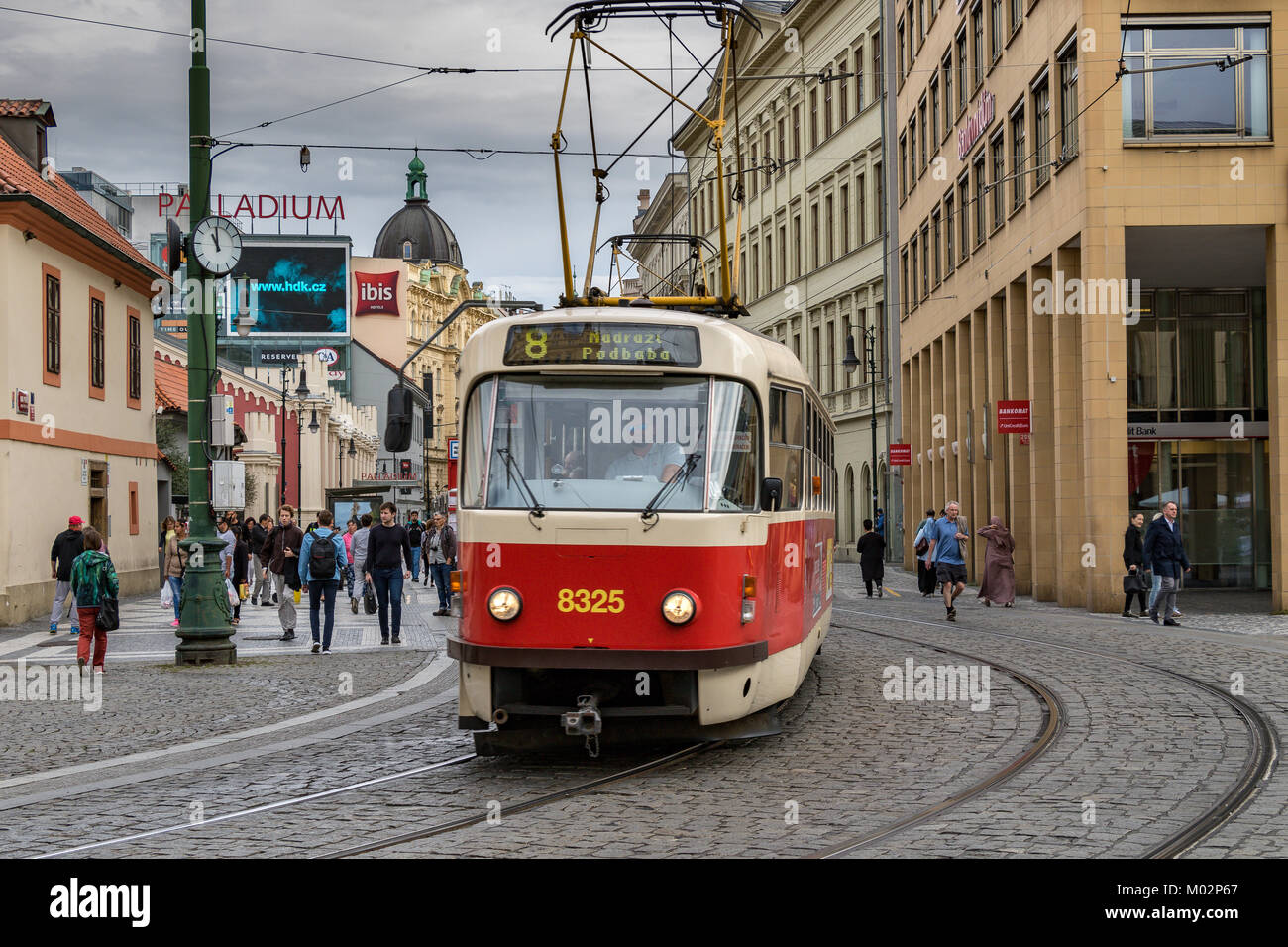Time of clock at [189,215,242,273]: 10:59
